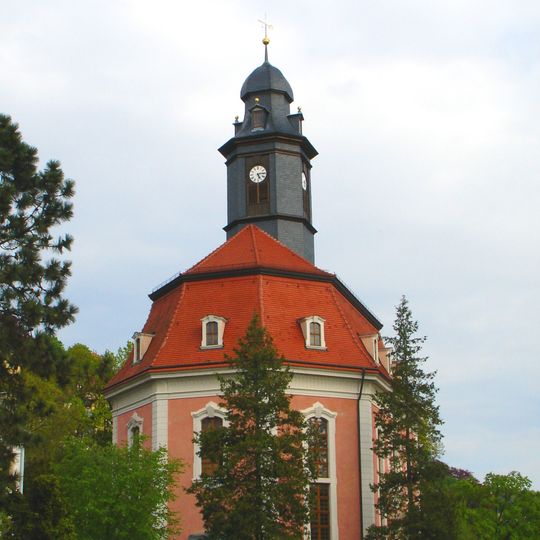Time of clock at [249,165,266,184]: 5:14
